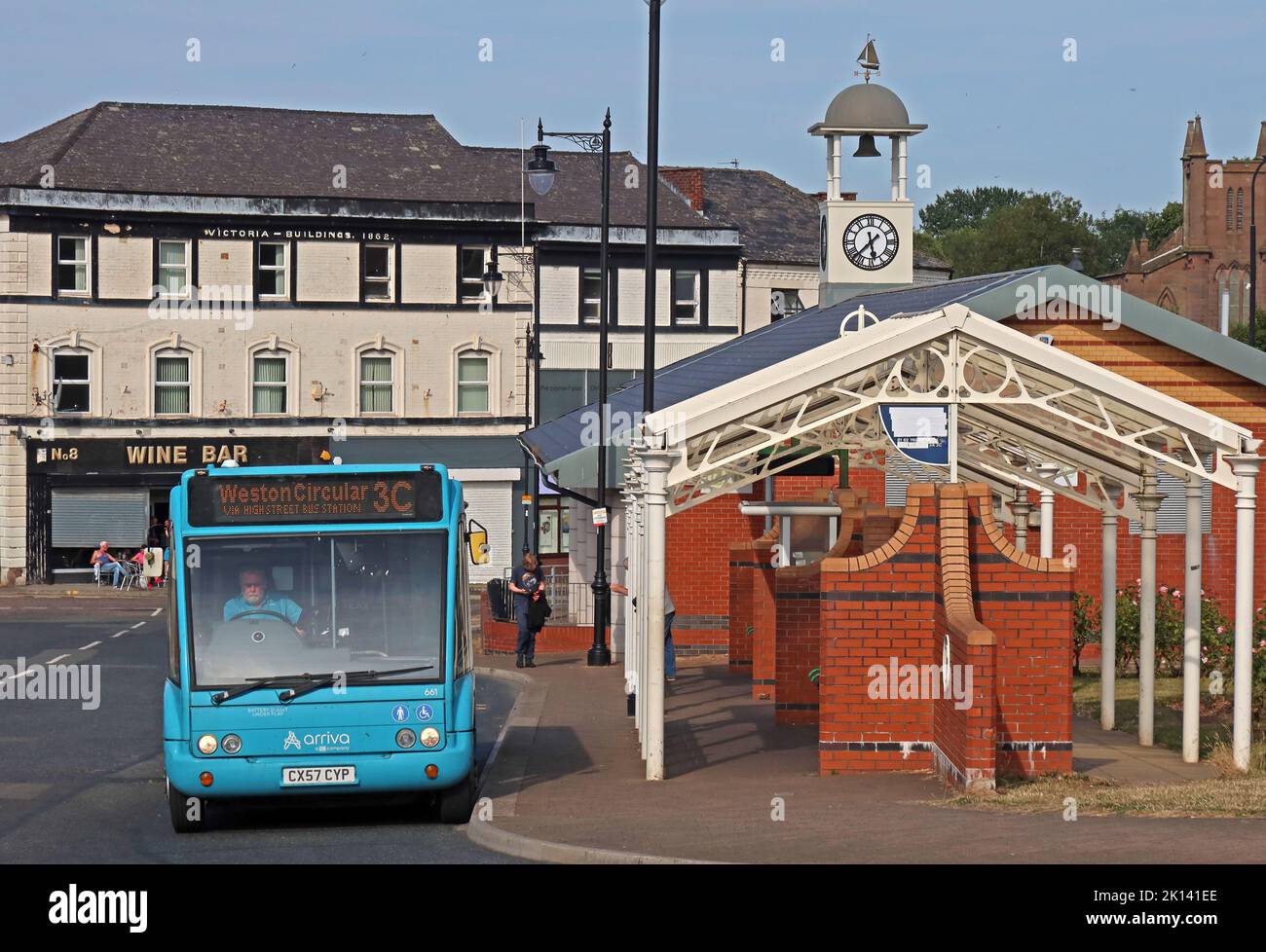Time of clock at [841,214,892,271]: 5:37
